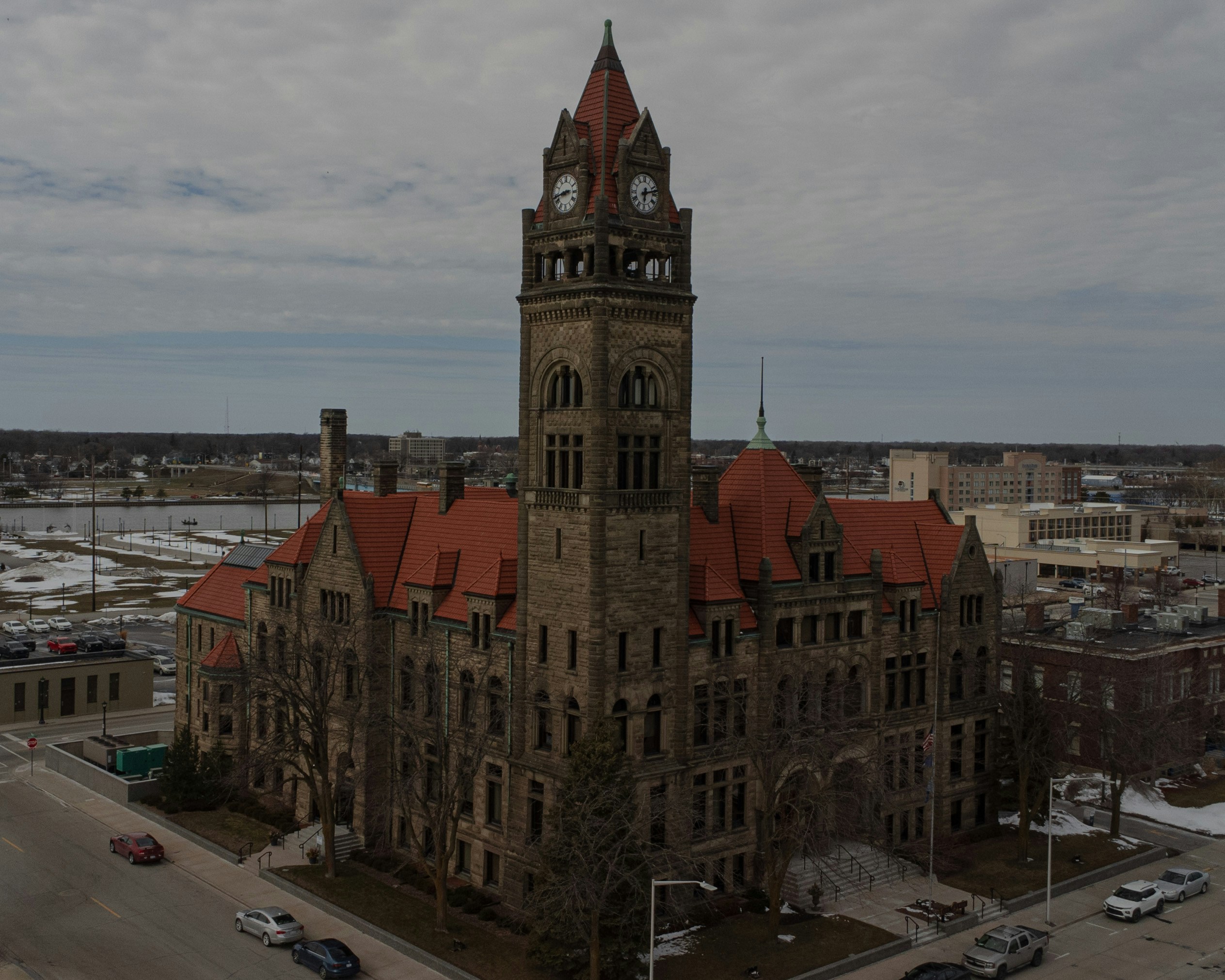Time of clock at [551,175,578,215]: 2:43
